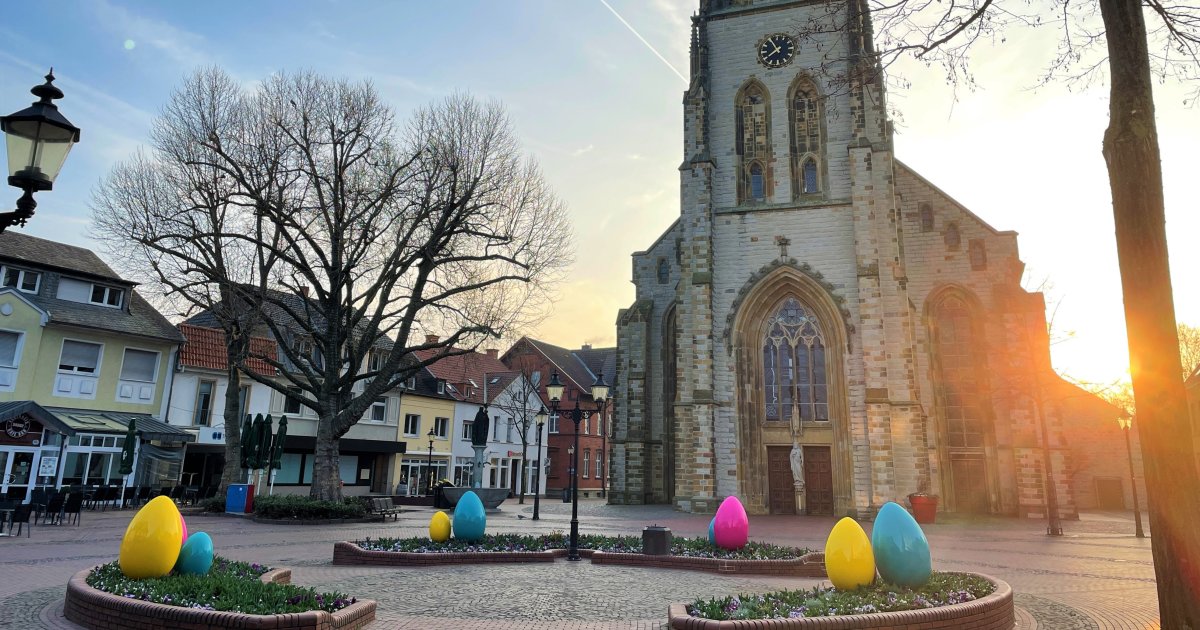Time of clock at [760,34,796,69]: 7:55
